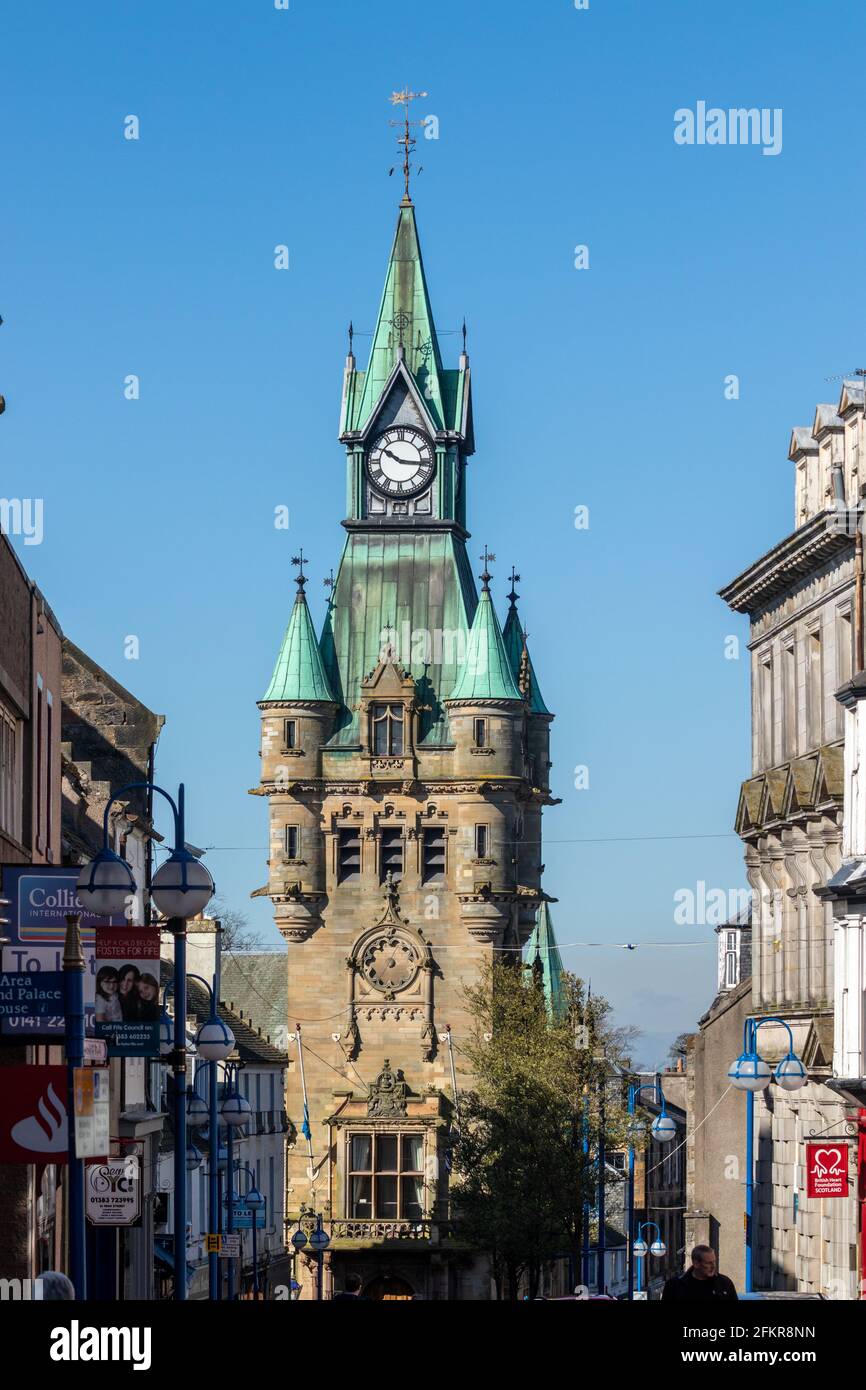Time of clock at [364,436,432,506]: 10:16
